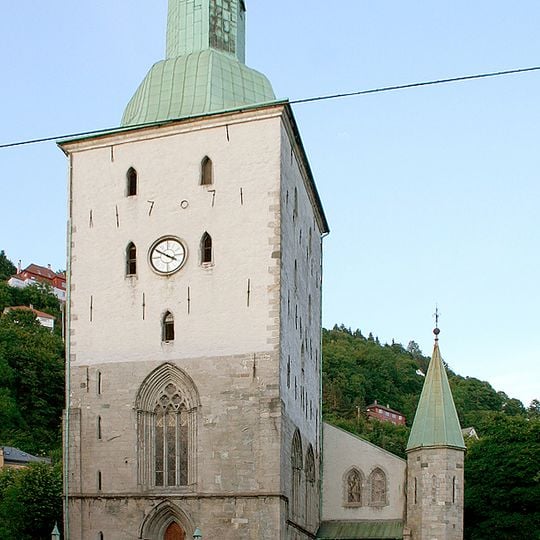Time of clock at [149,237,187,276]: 3:50
